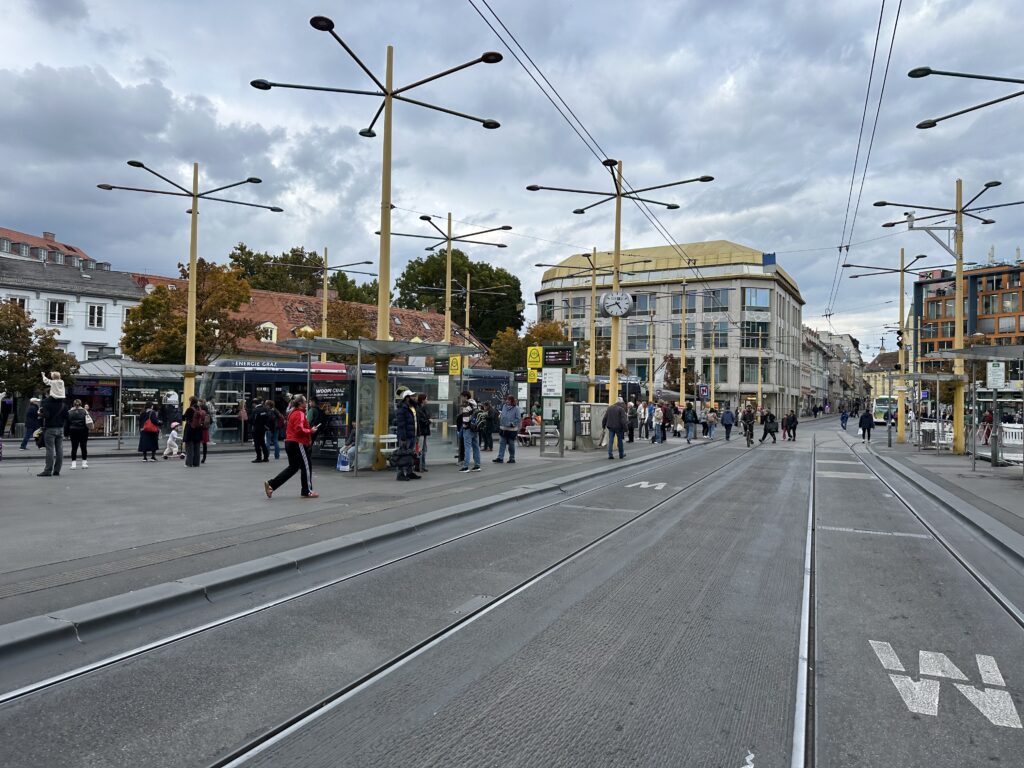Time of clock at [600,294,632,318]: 4:41
